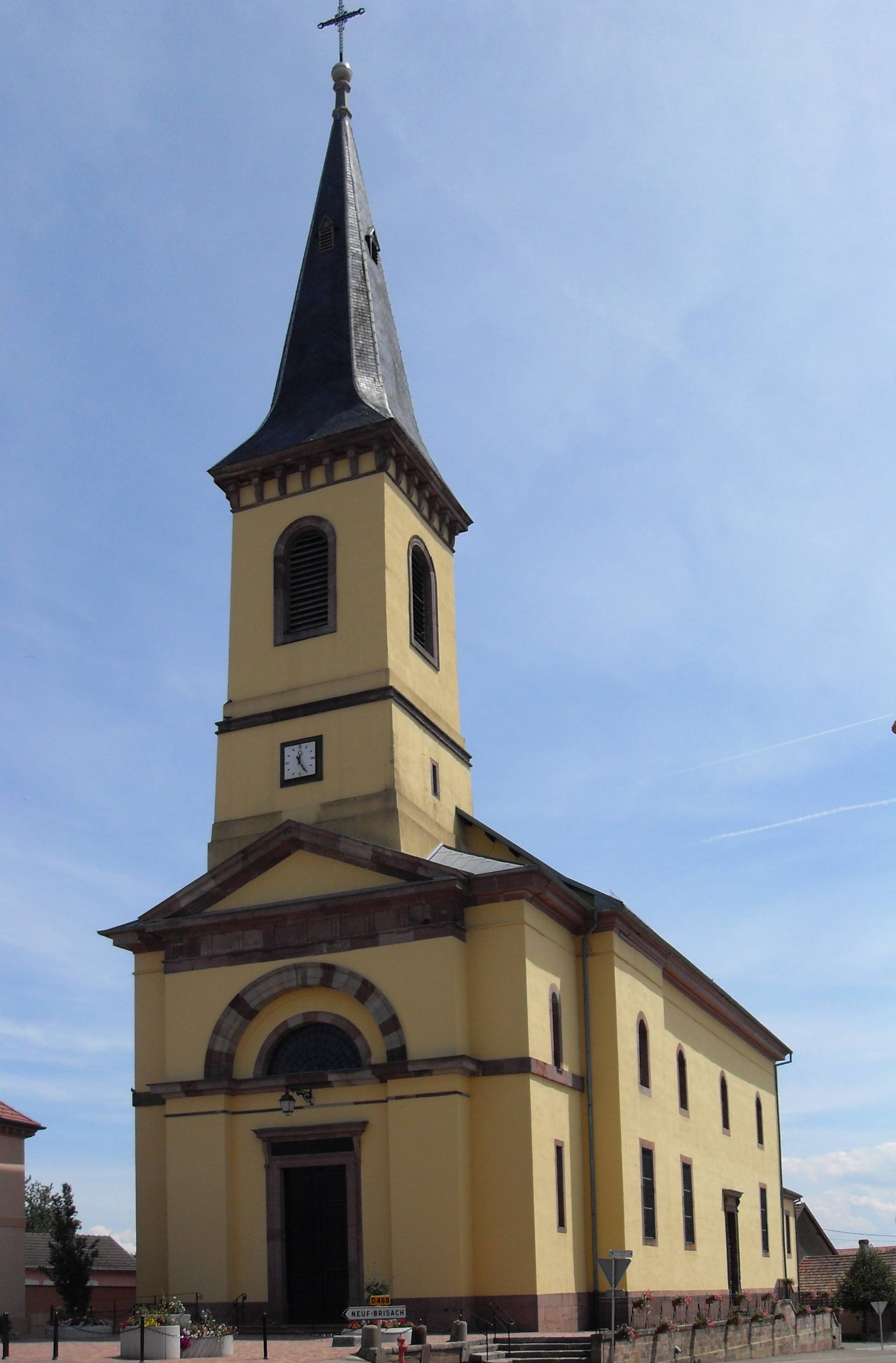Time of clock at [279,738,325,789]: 12:24
